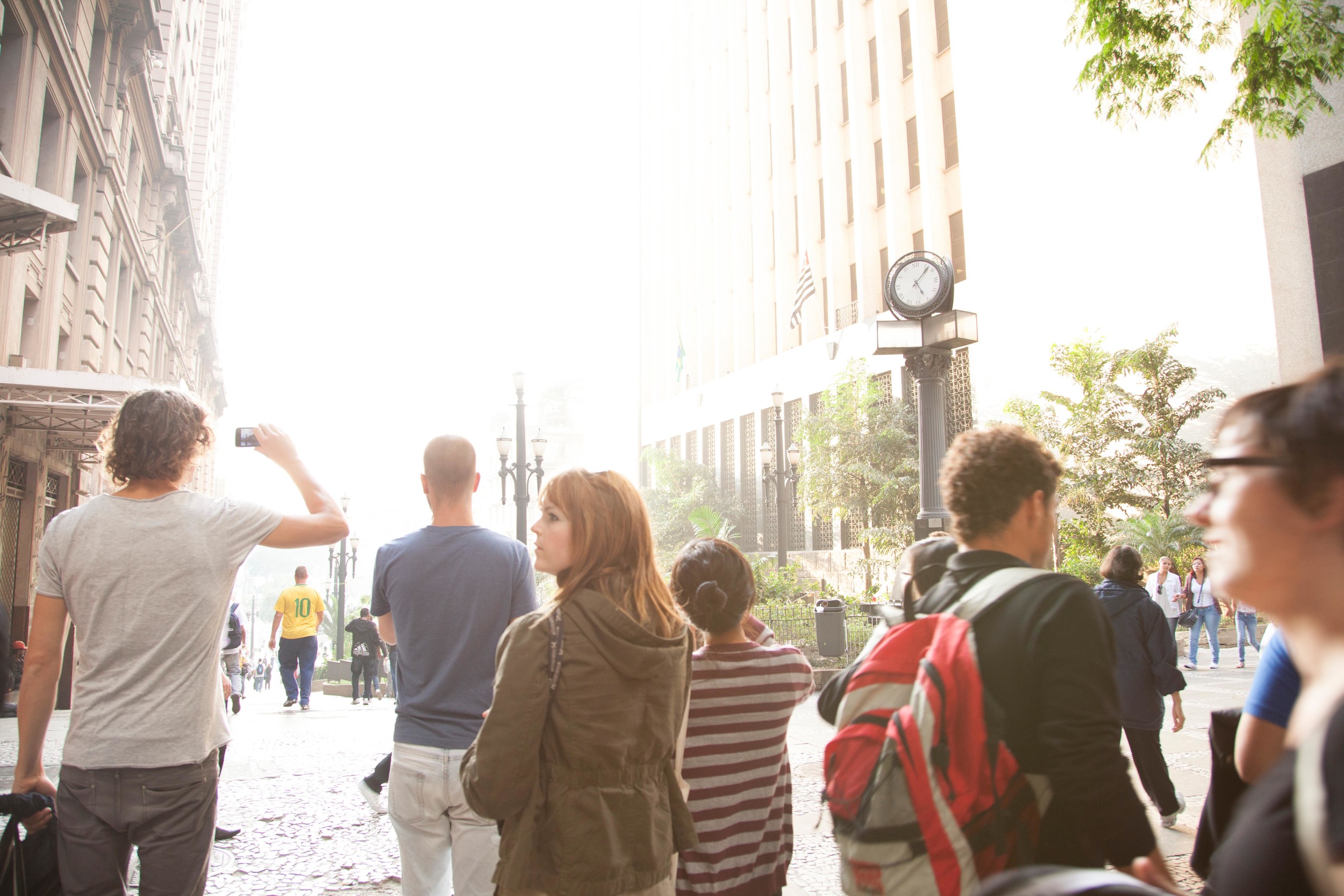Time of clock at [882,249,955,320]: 5:07
